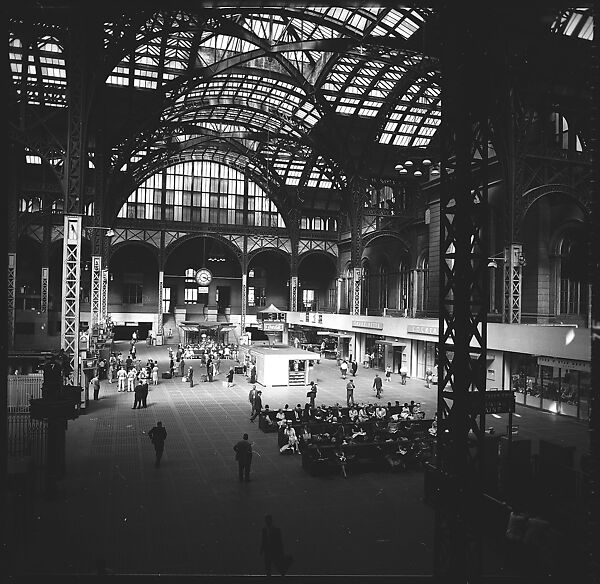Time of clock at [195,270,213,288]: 3:20
